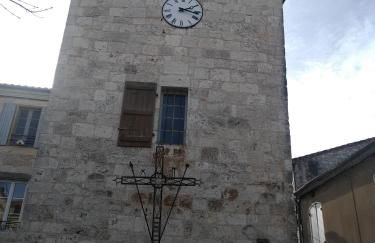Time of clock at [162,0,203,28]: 2:17
